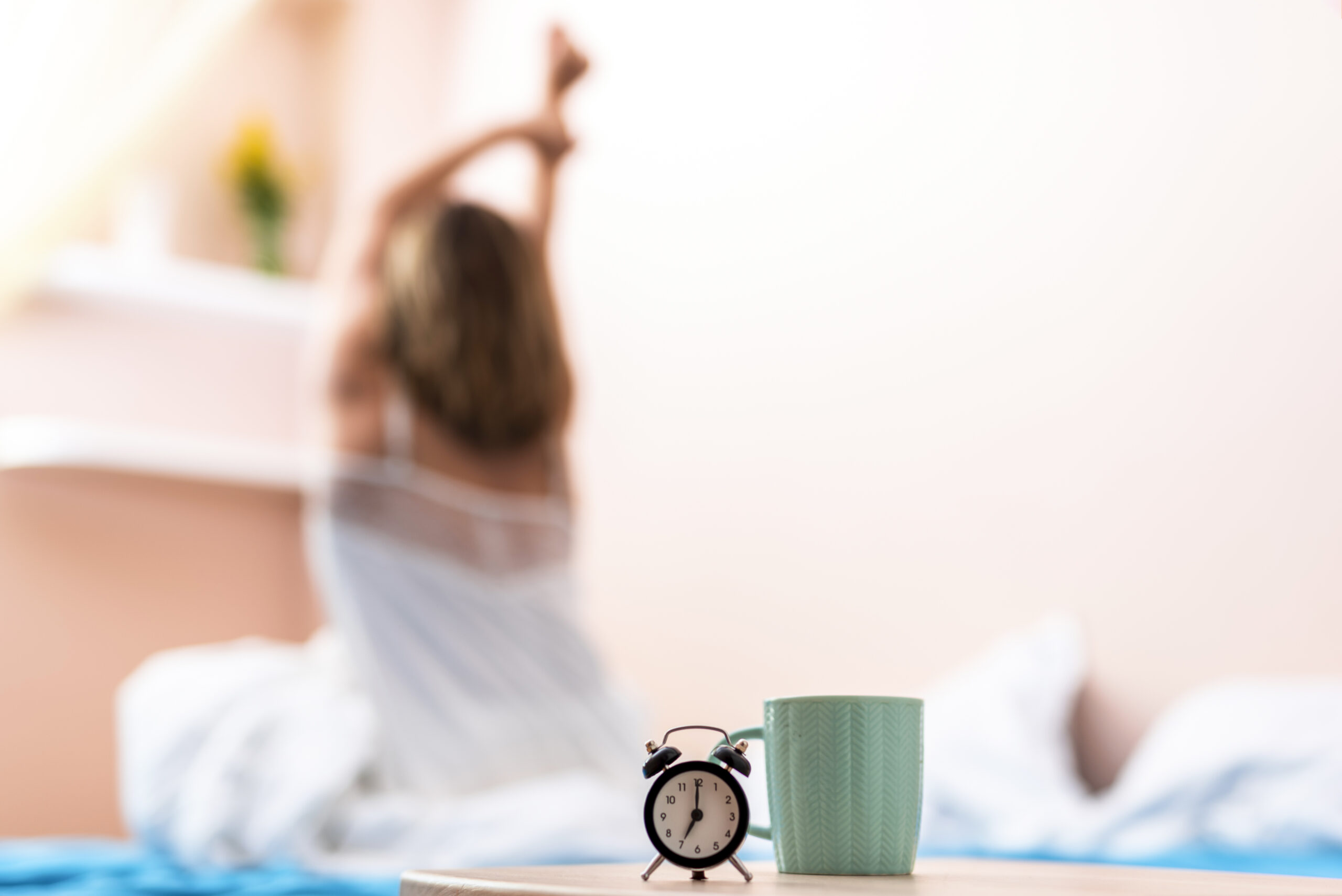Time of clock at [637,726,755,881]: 7:00
